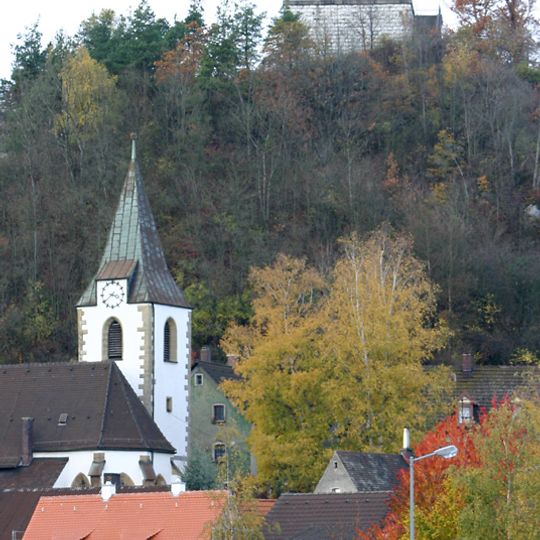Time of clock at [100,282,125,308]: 3:38
